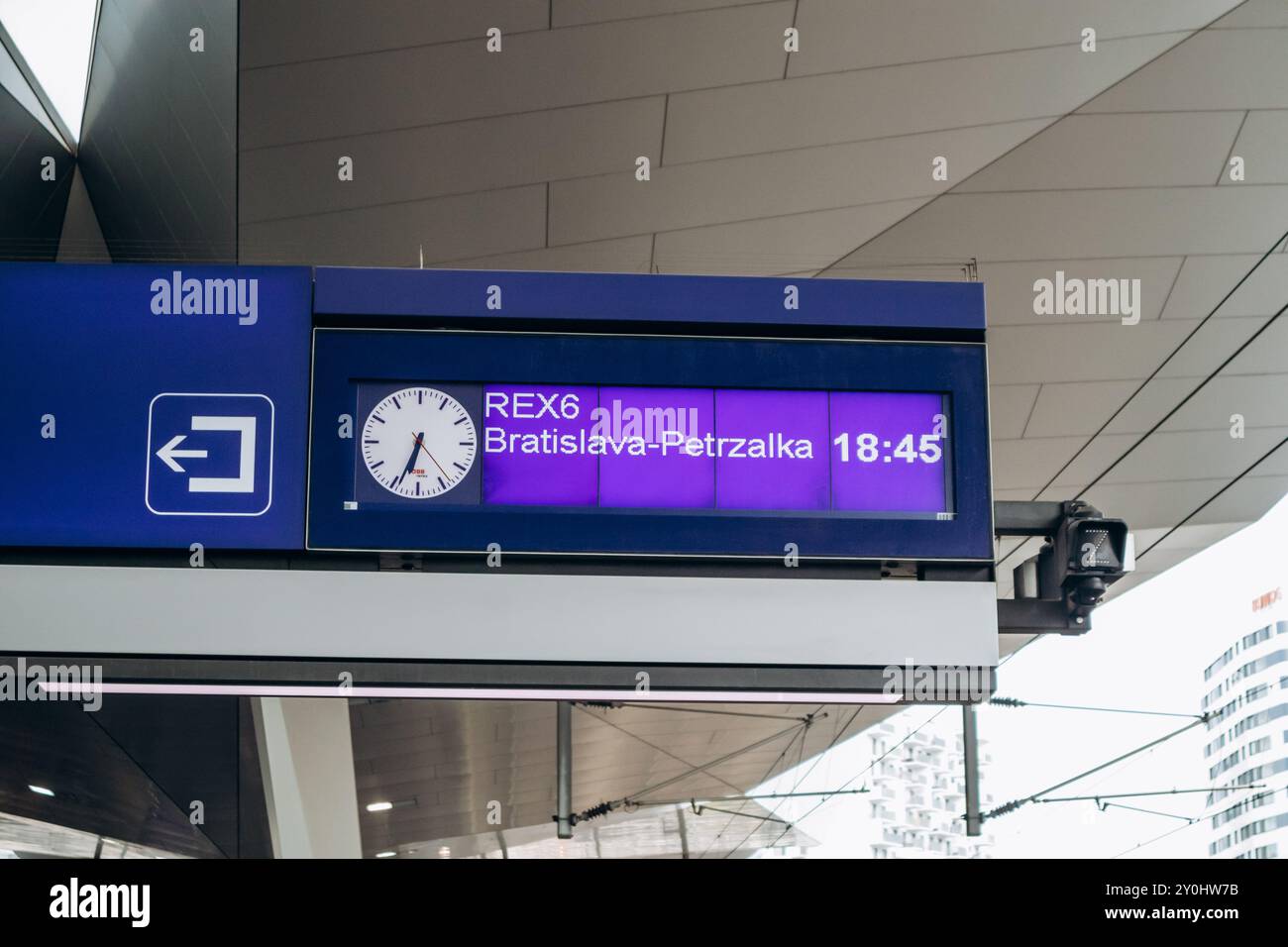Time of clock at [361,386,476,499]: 6:34
